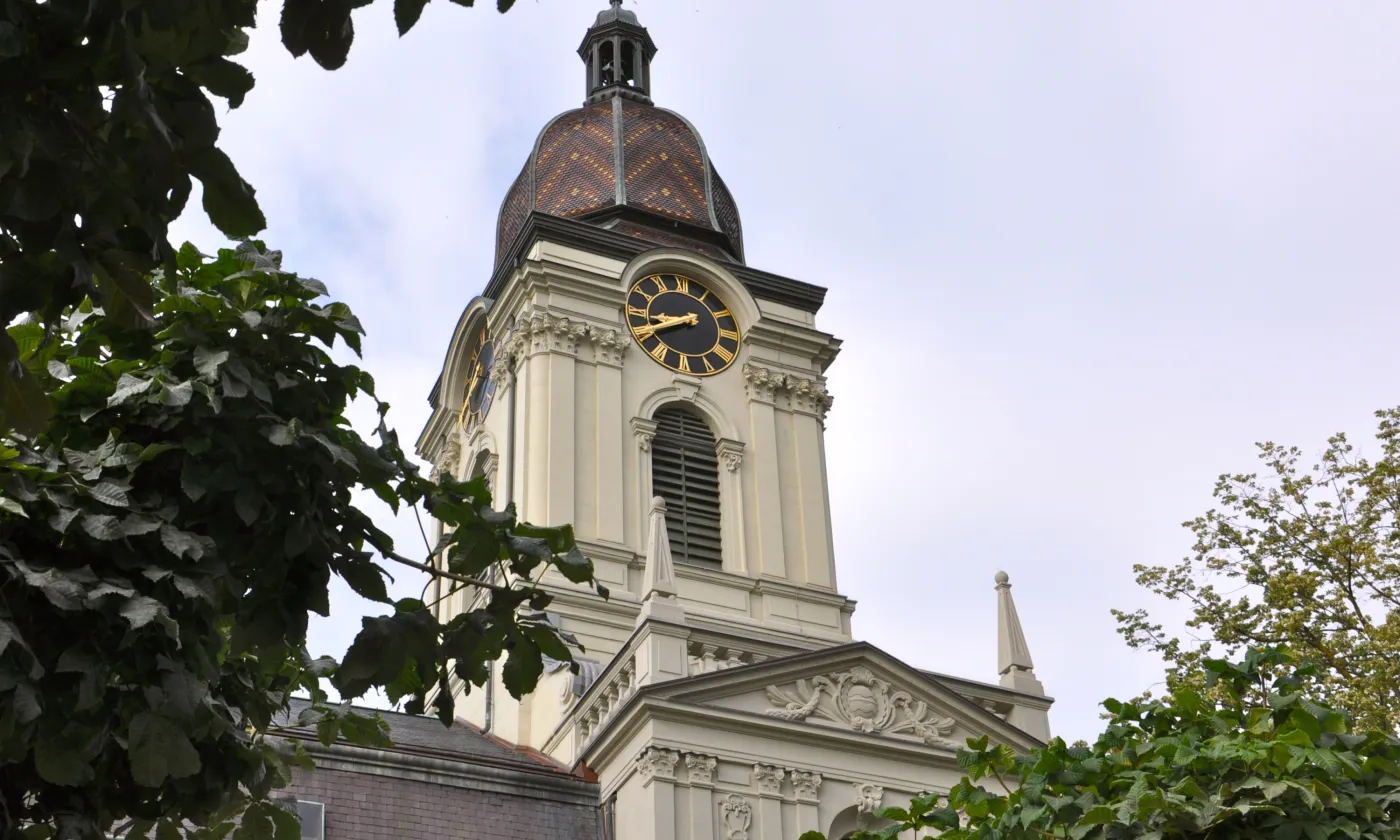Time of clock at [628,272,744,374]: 8:40
